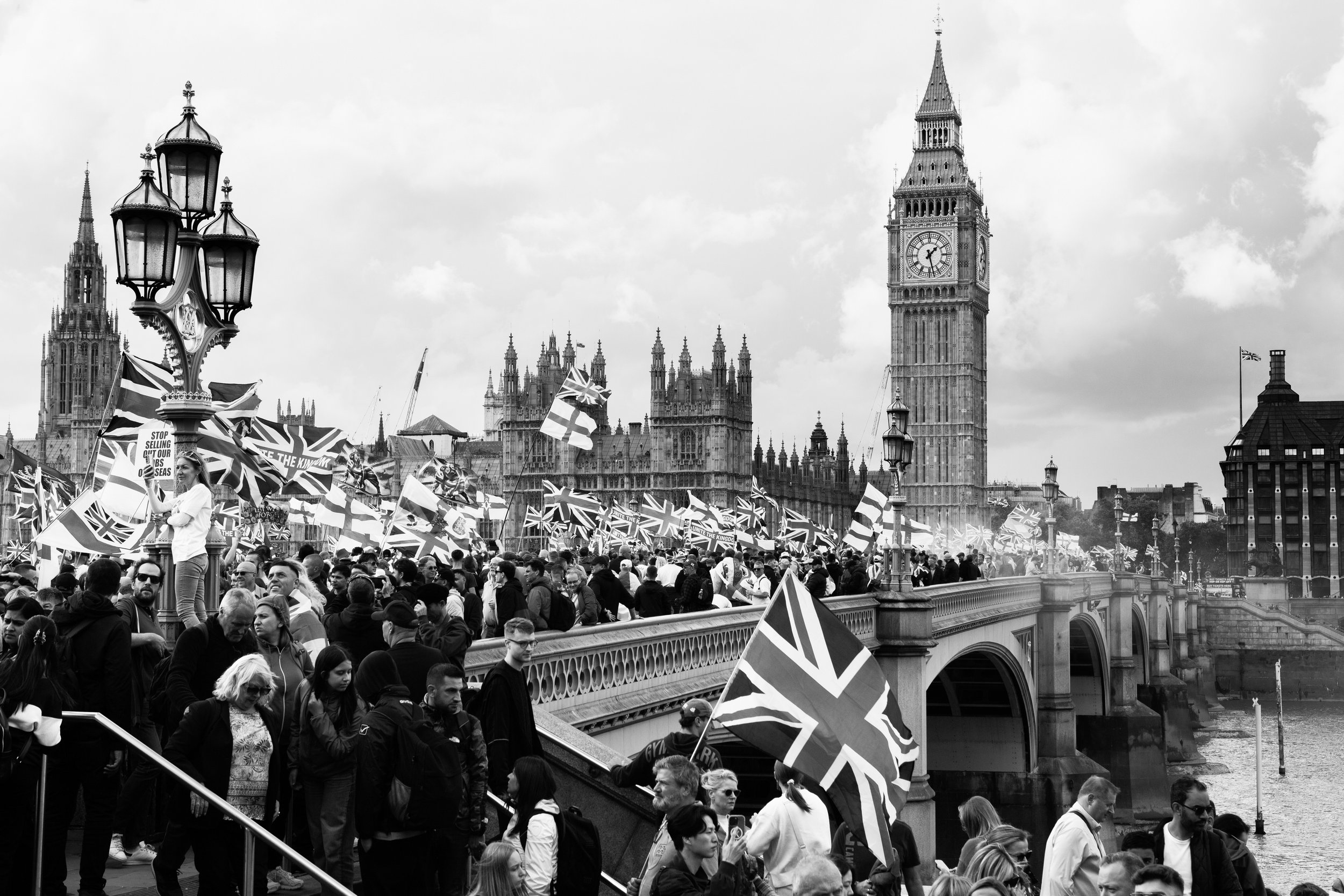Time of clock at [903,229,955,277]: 1:27
